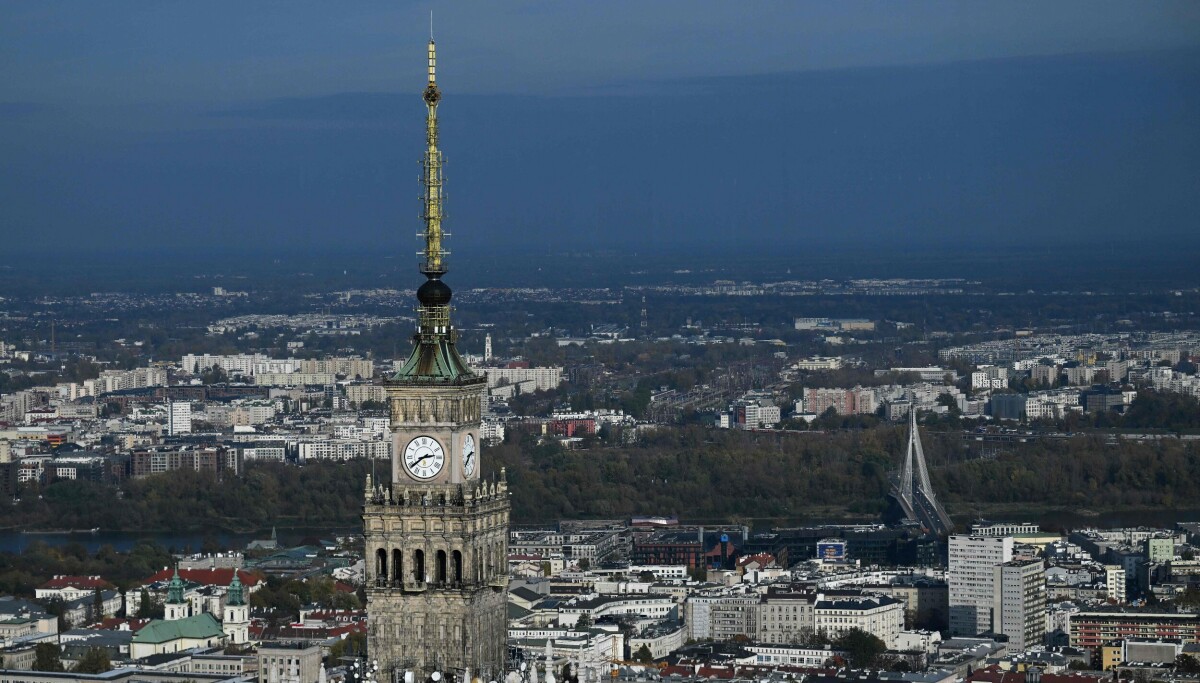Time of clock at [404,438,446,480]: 2:39
